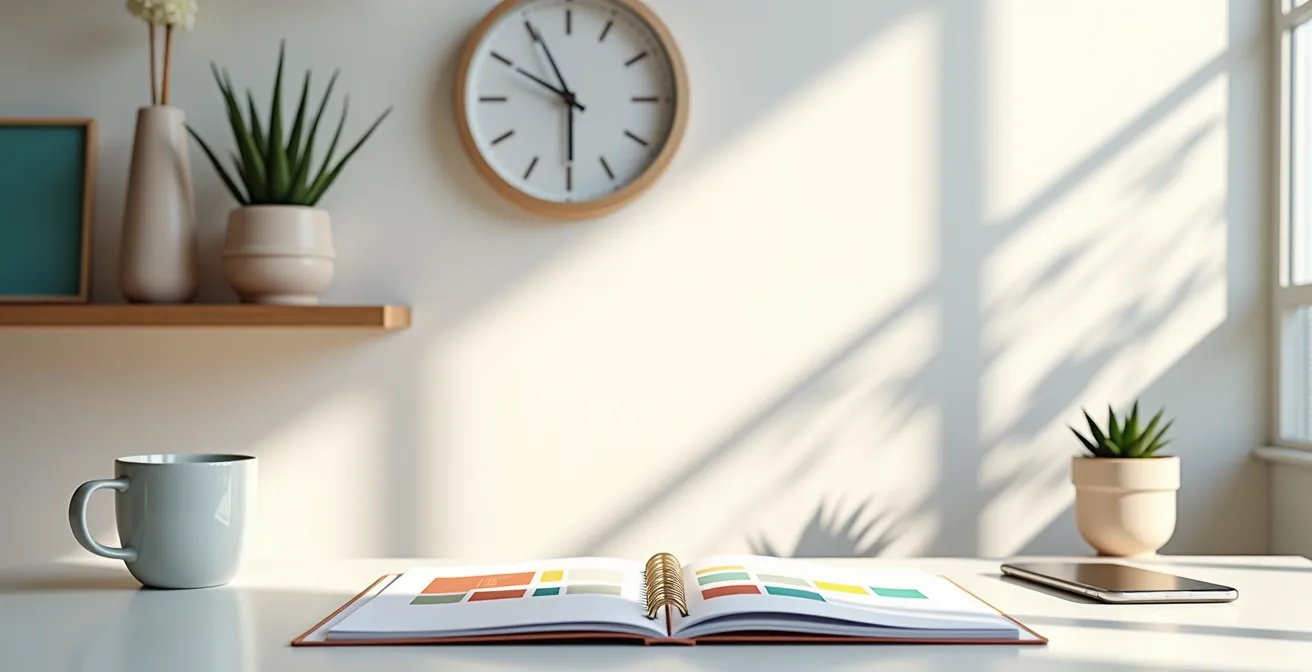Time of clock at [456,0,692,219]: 5:49
